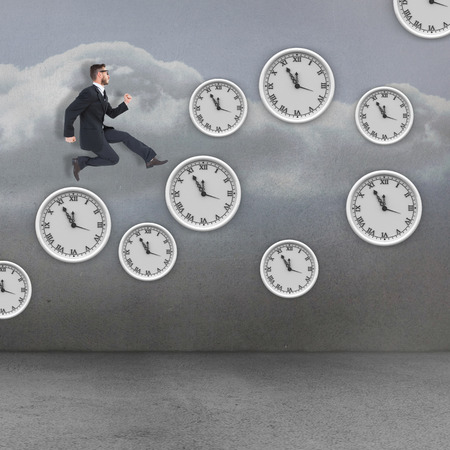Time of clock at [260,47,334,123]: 11:55
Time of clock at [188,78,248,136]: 11:55
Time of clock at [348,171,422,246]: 11:55
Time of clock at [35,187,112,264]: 11:55
